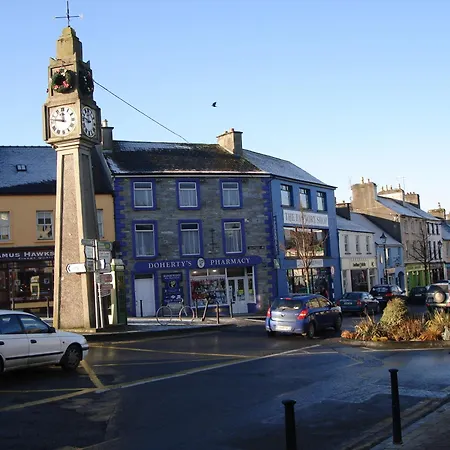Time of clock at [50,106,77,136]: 11:46
